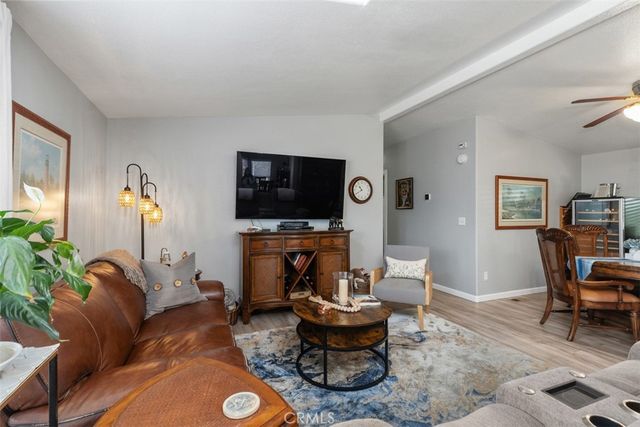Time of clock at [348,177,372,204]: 10:40
